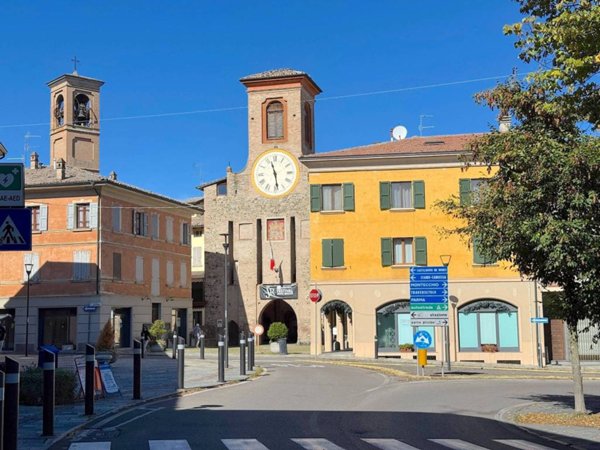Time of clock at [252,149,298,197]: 11:28
